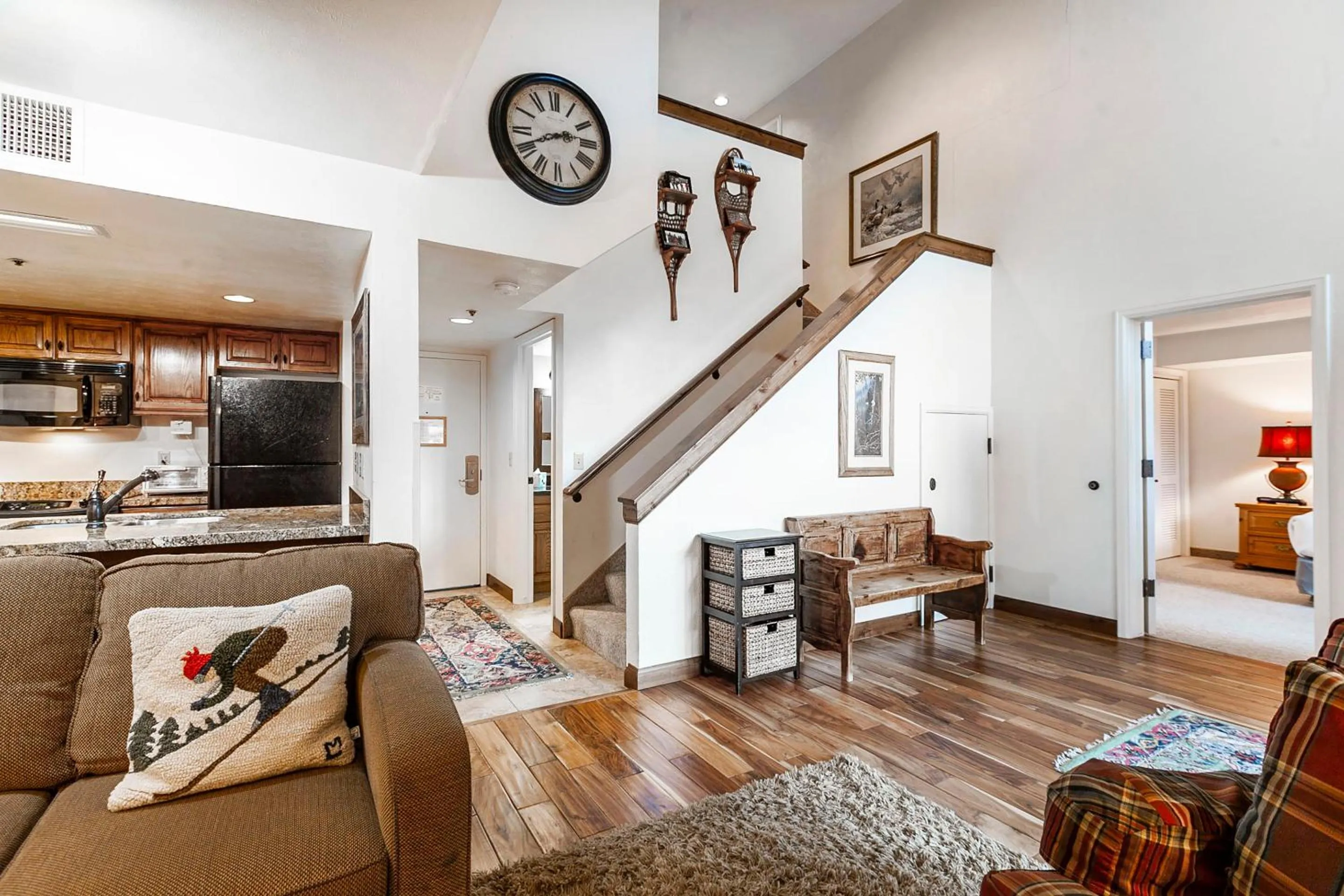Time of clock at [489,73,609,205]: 2:41
